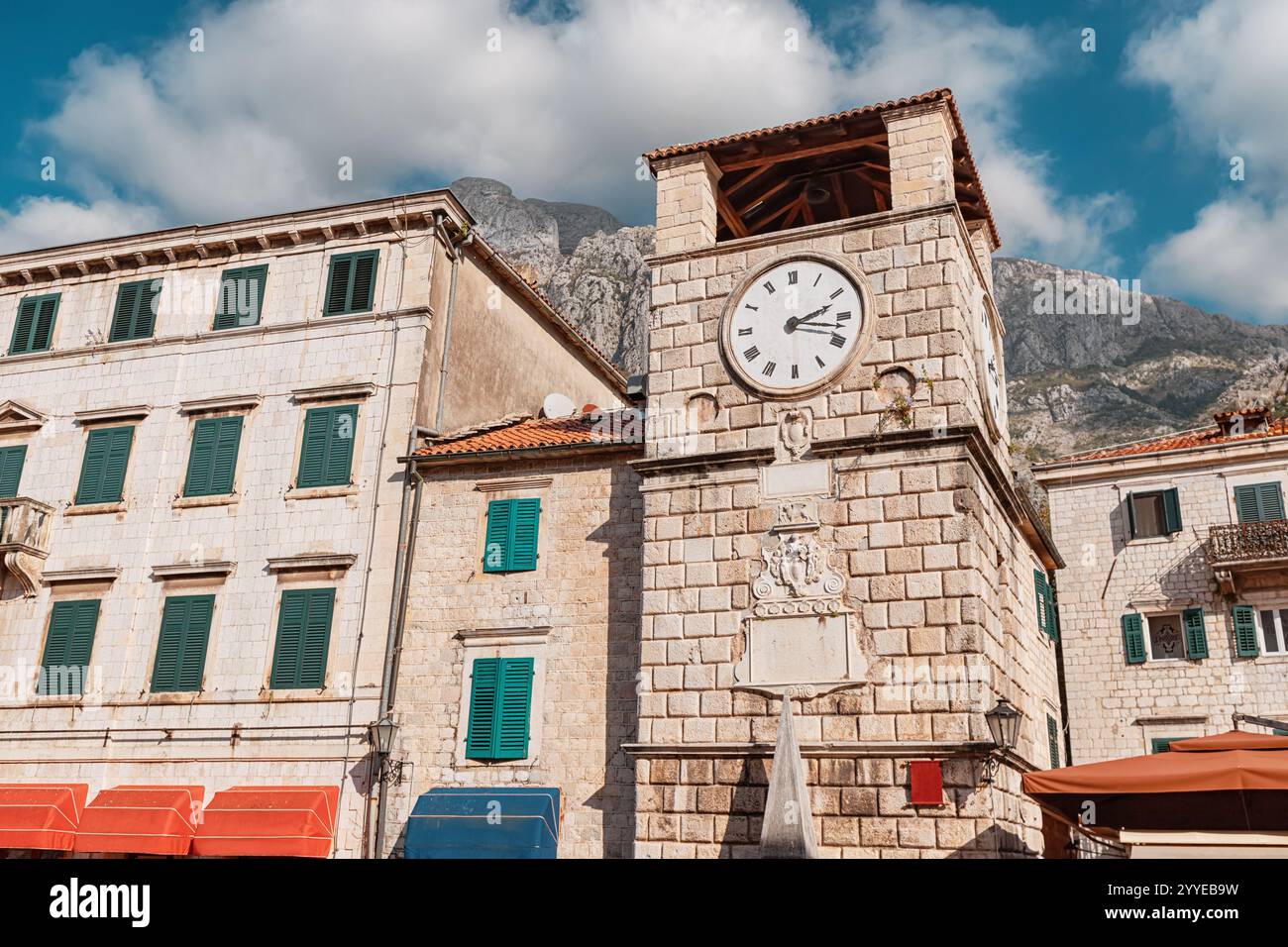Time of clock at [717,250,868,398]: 2:17
